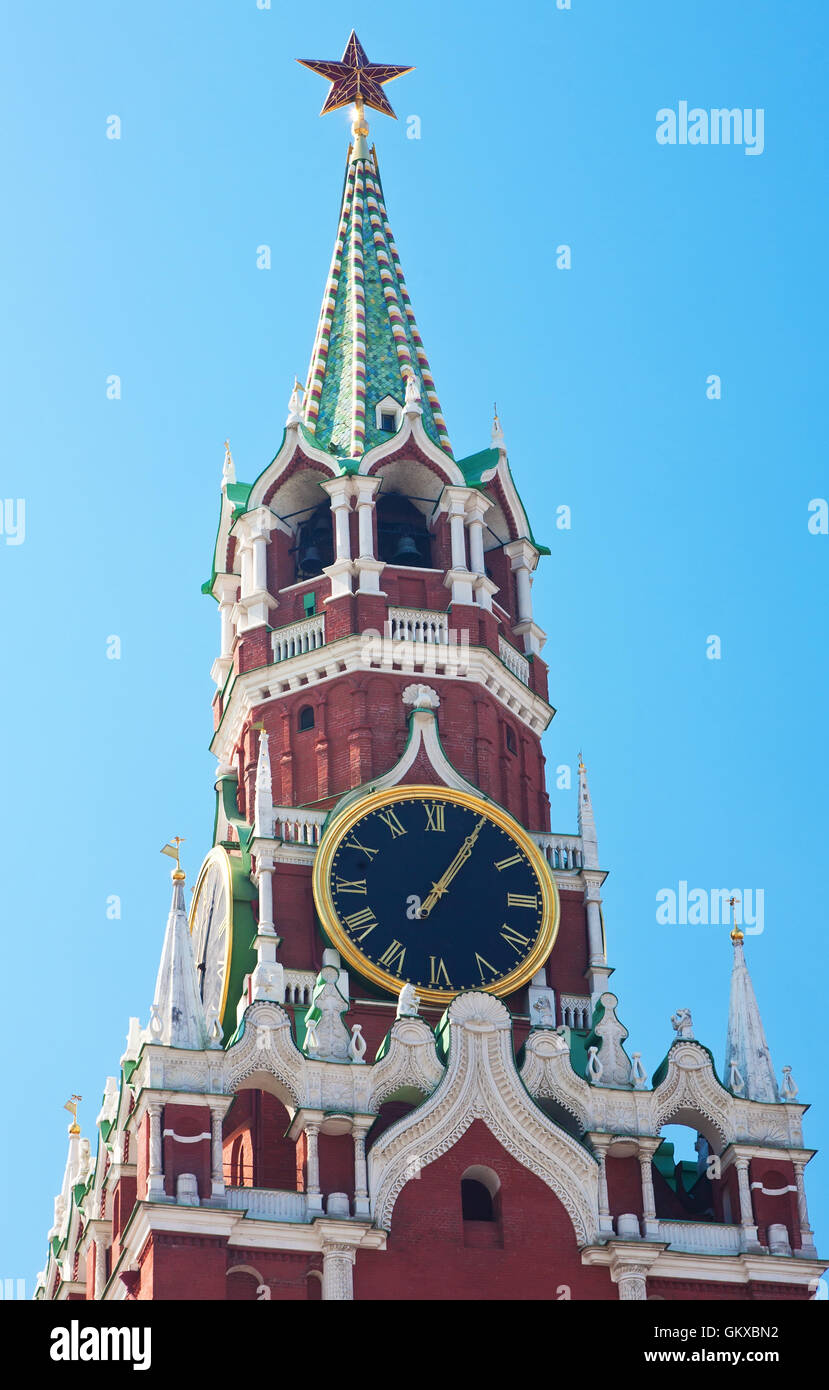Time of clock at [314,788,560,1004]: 1:05
